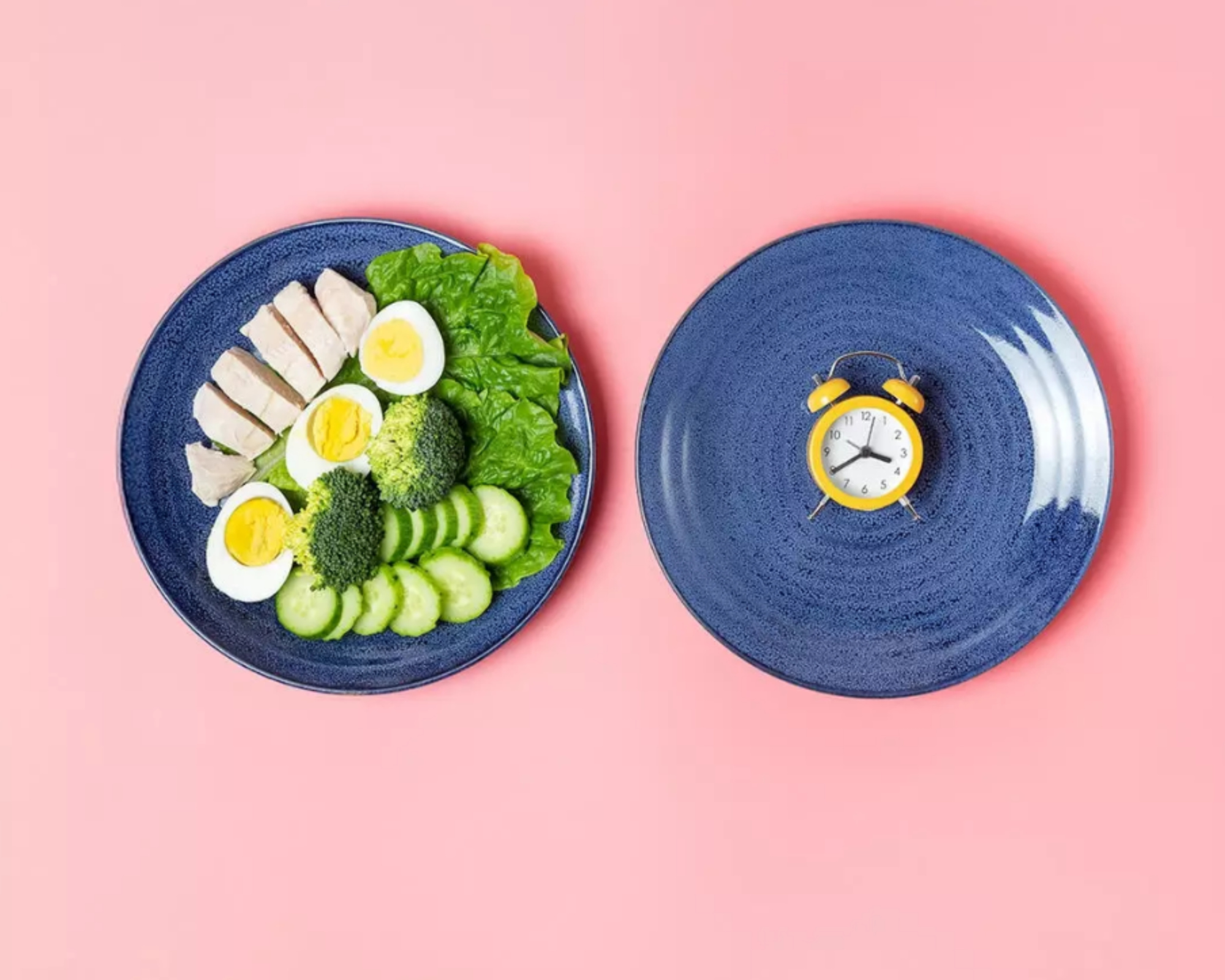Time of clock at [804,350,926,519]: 3:39
